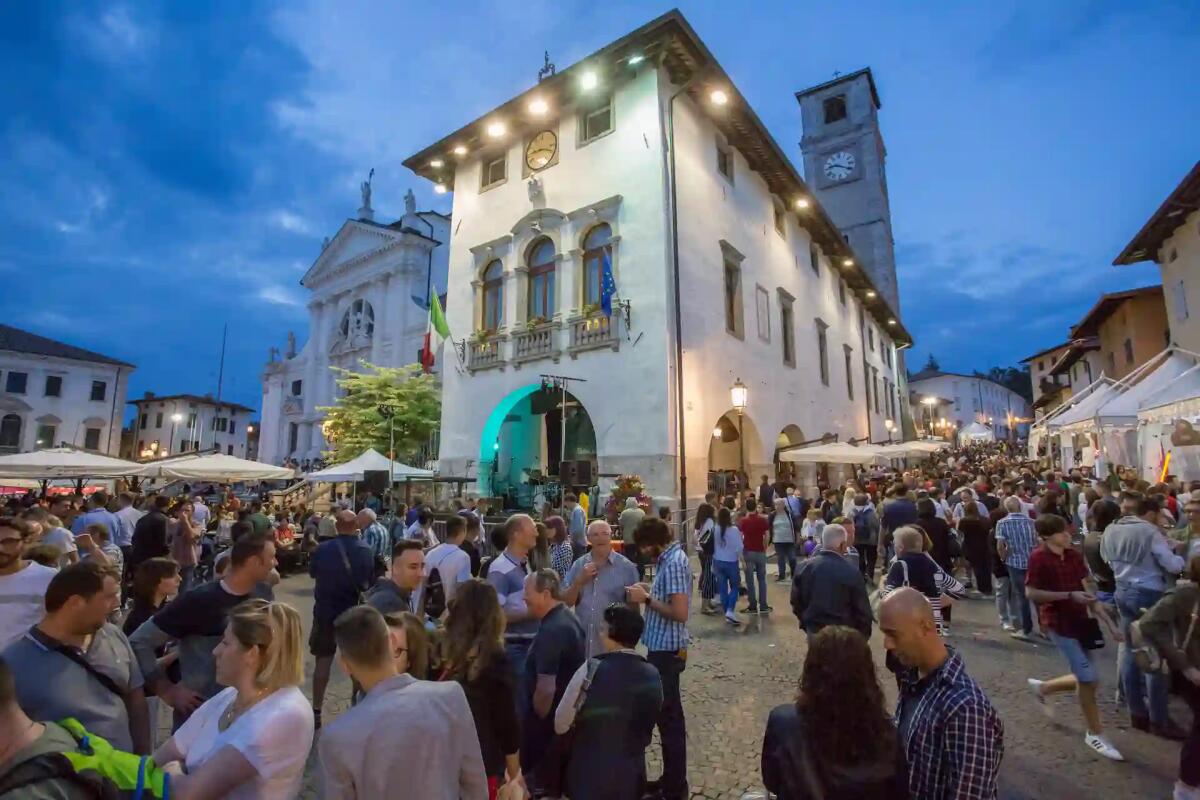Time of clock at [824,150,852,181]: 9:20
